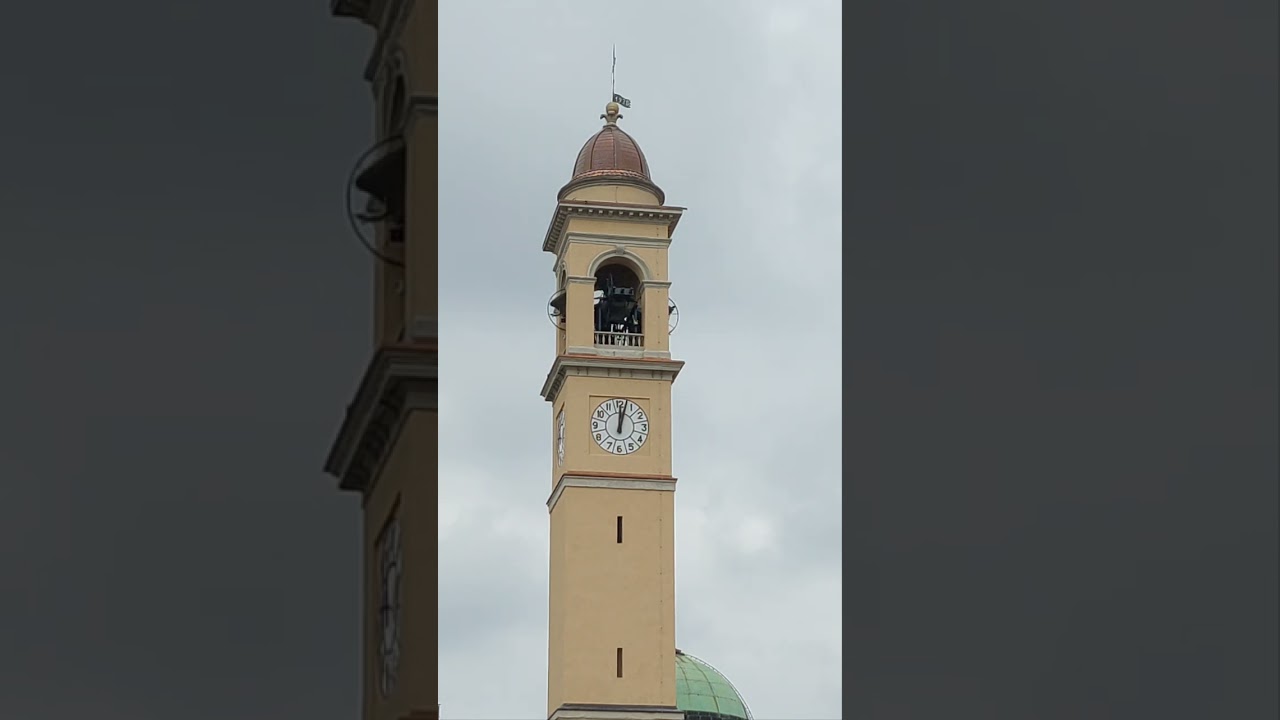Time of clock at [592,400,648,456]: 12:02
